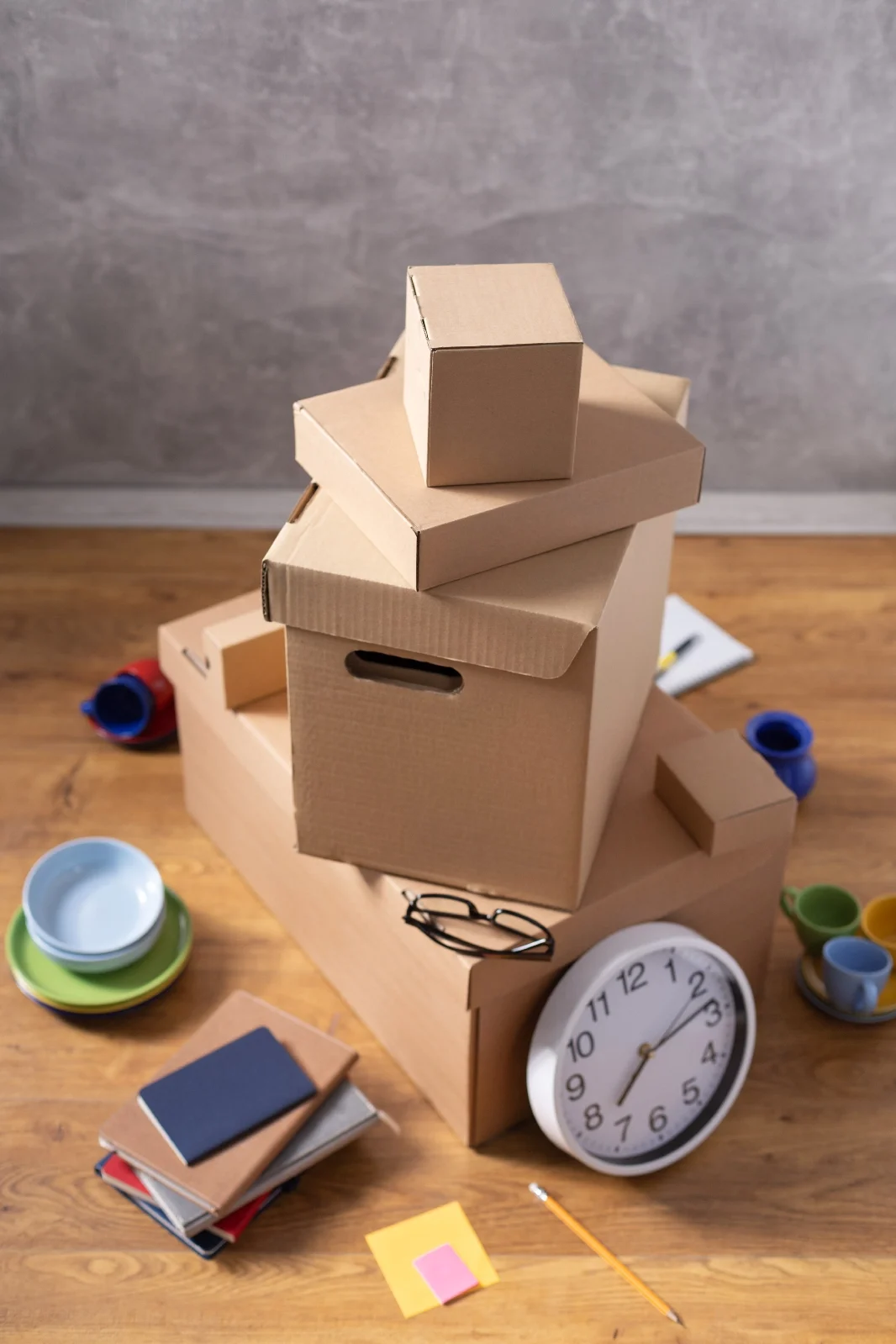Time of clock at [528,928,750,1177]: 7:13
